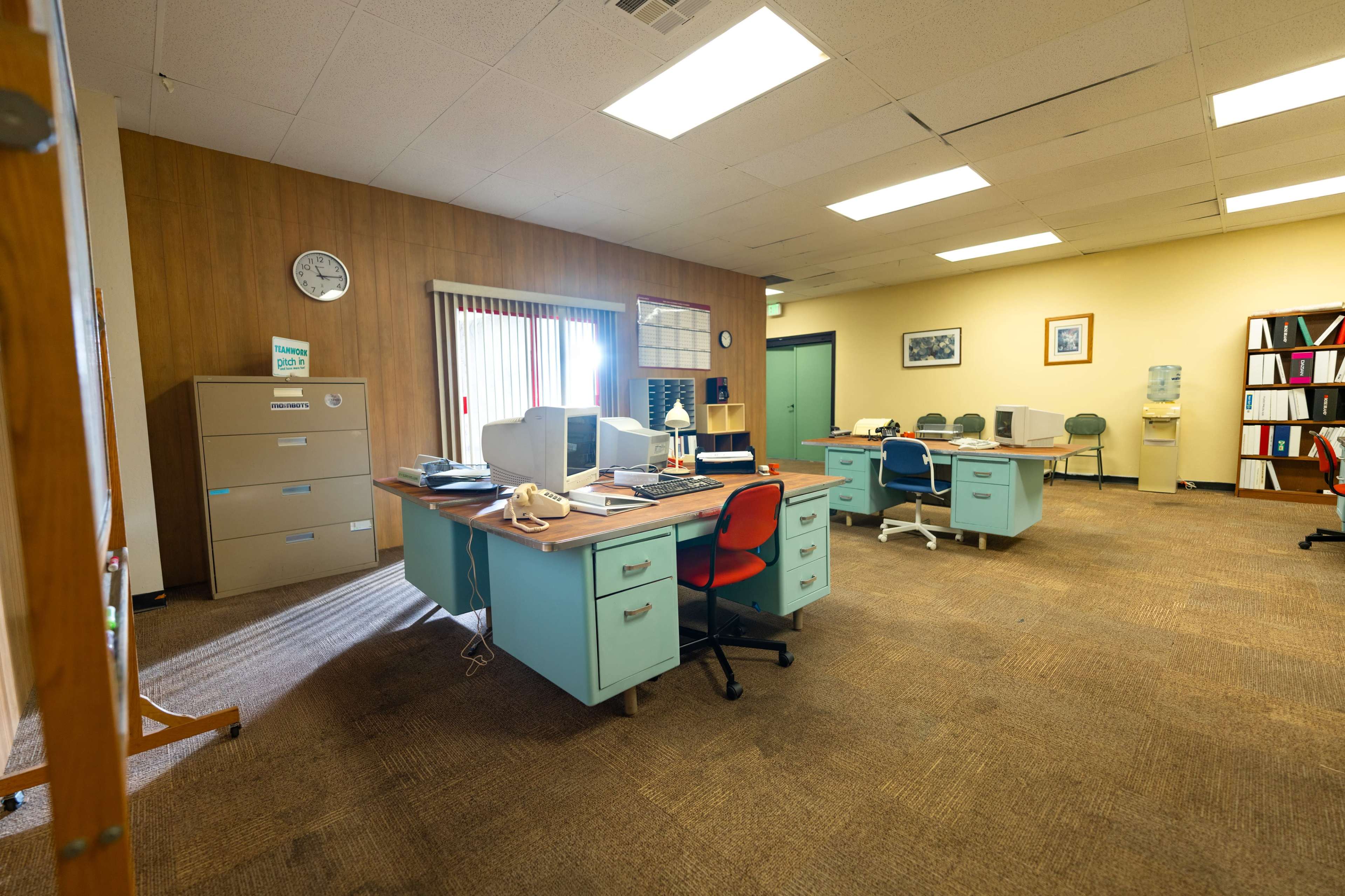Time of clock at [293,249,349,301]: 11:14
